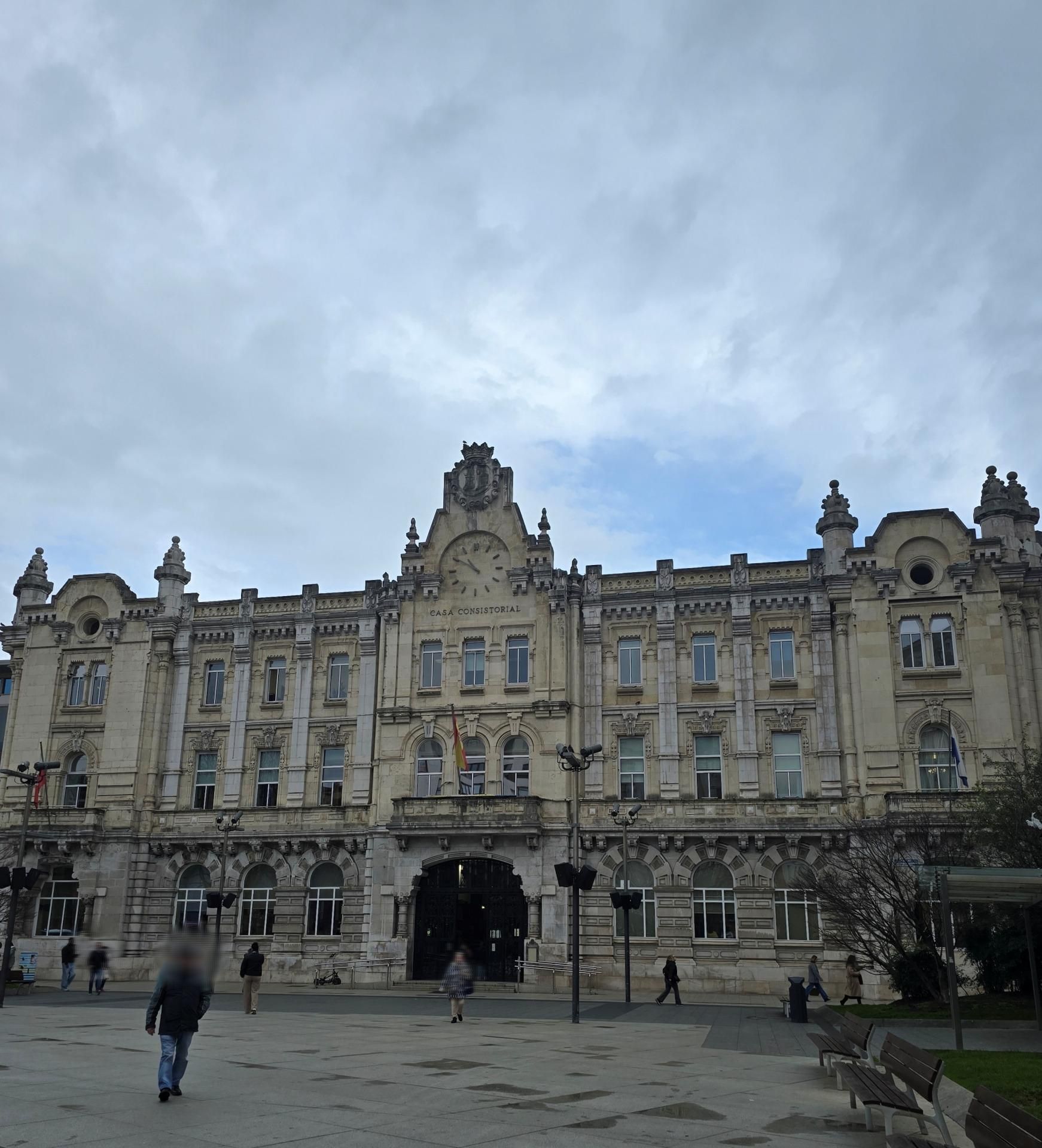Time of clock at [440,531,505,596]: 10:50
